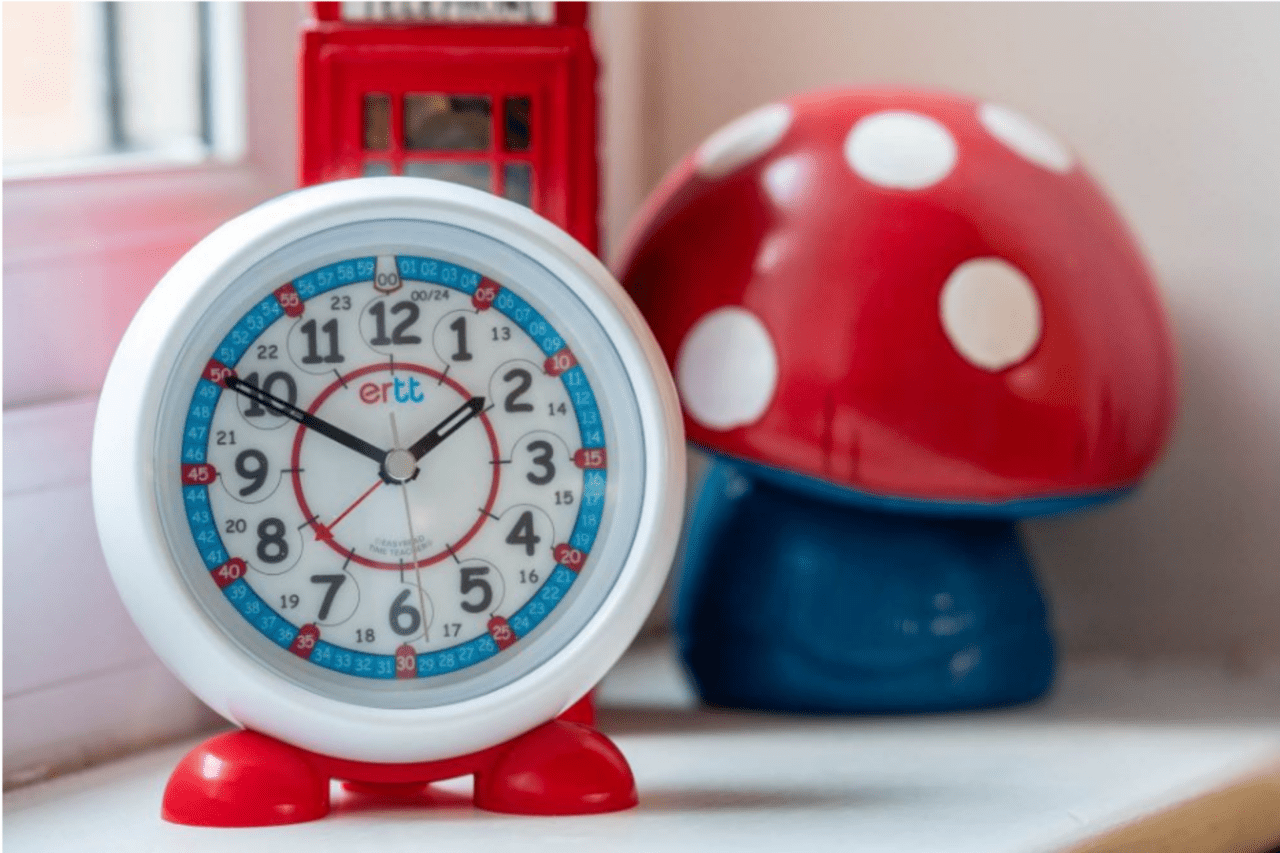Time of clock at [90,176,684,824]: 1:49
